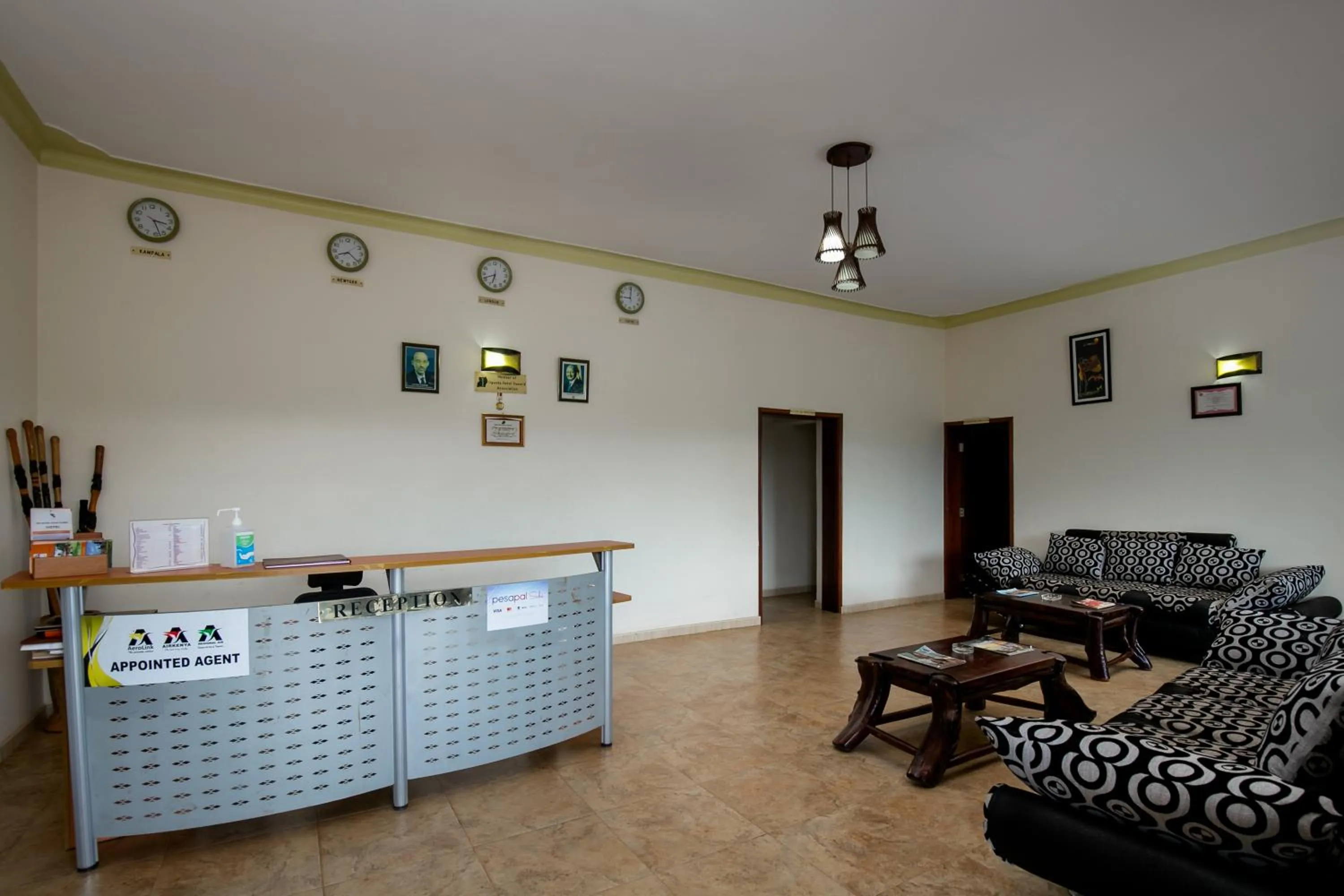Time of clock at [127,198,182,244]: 3:27
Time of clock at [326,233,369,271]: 8:22
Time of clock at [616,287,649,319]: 9:01
